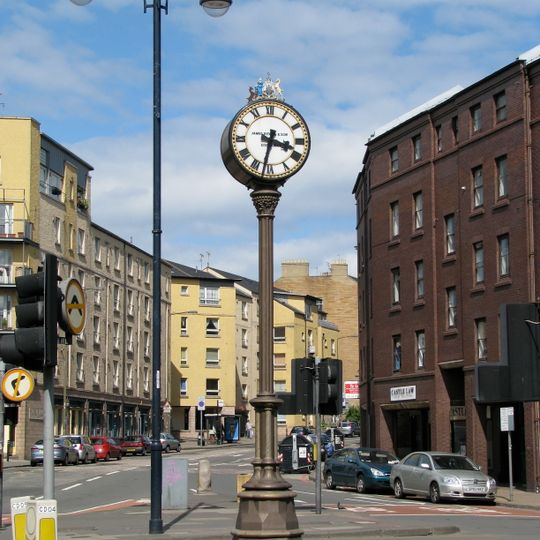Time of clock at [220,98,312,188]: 3:32
